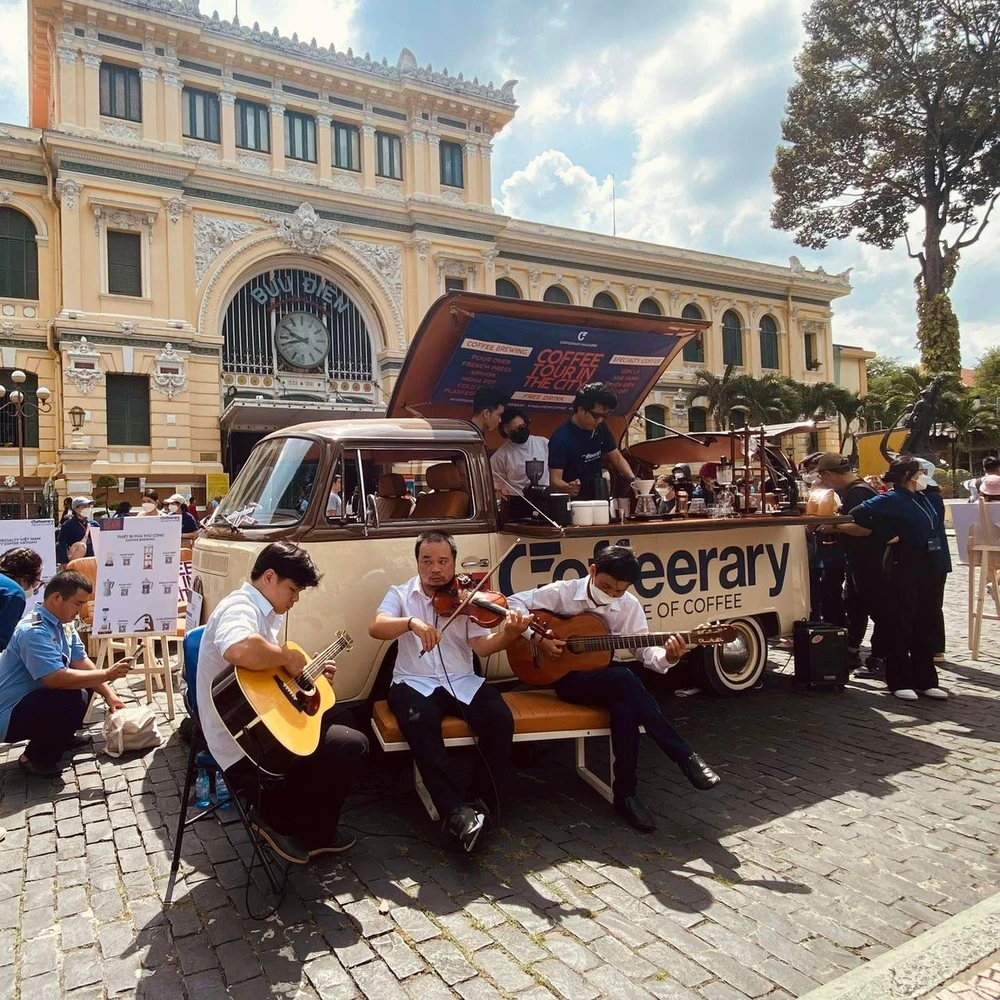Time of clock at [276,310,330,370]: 9:42
